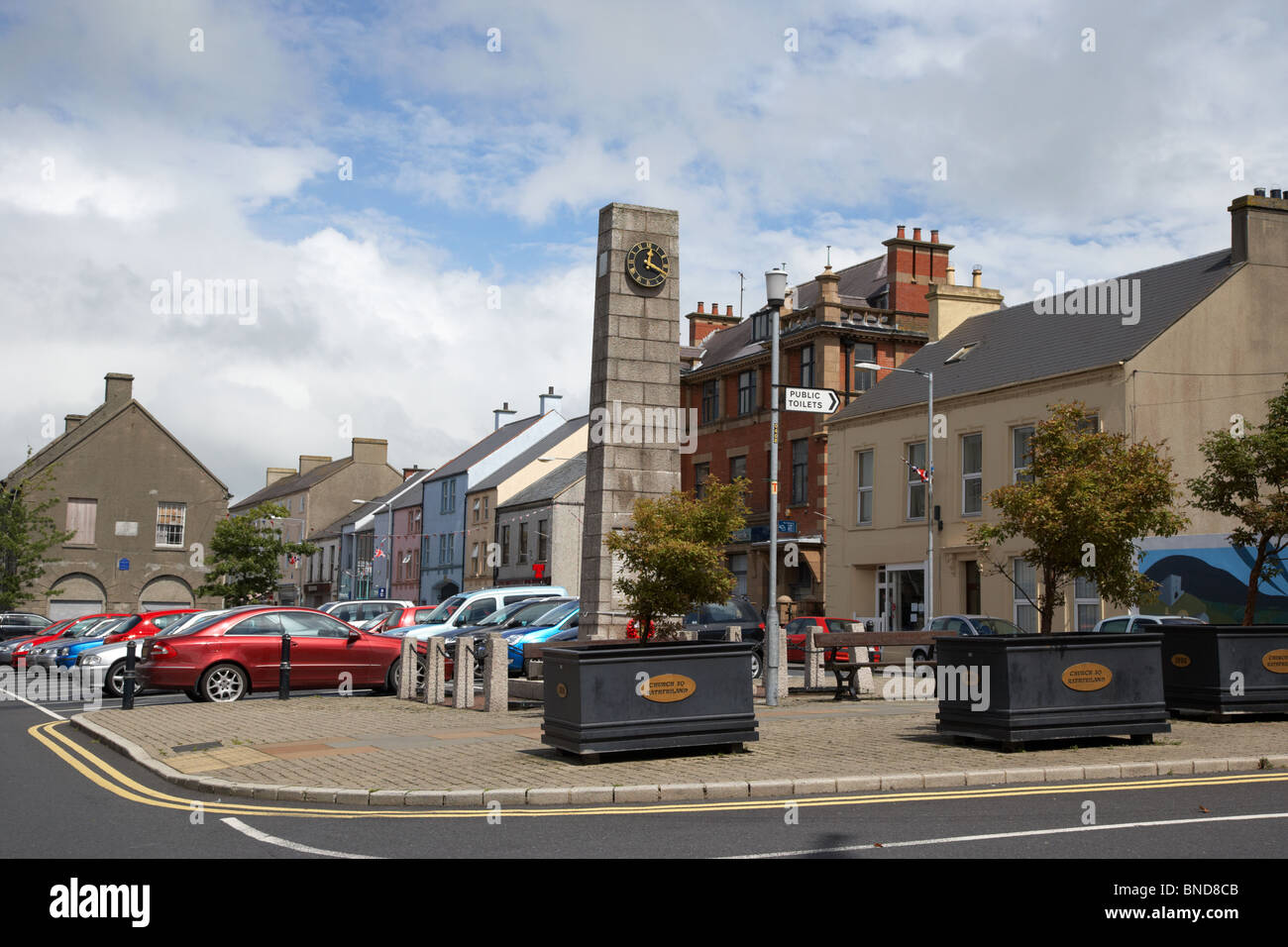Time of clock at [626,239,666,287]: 12:19
